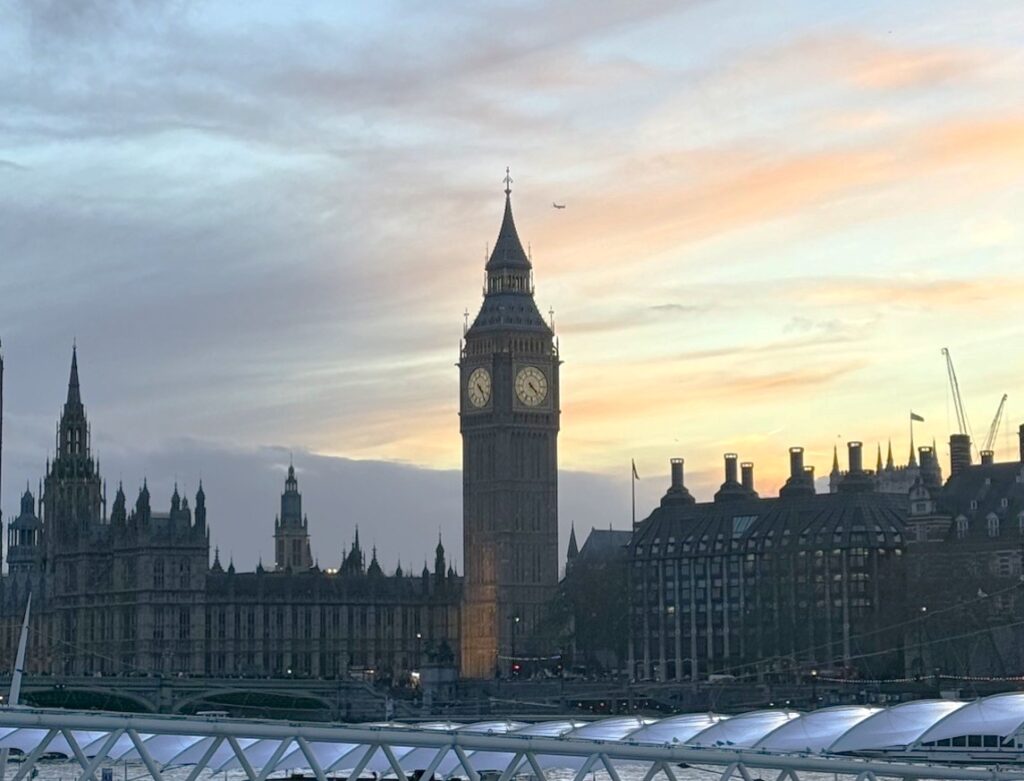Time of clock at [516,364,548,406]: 4:22
